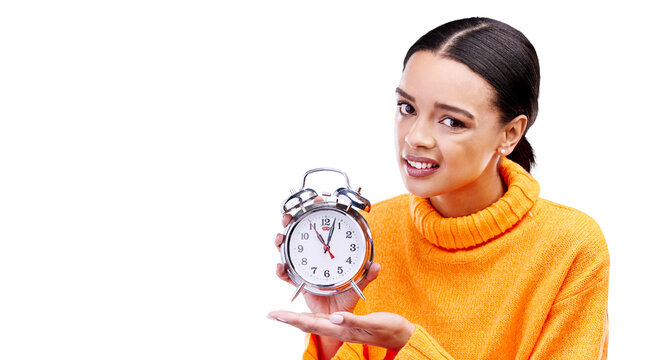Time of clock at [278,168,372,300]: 11:03
